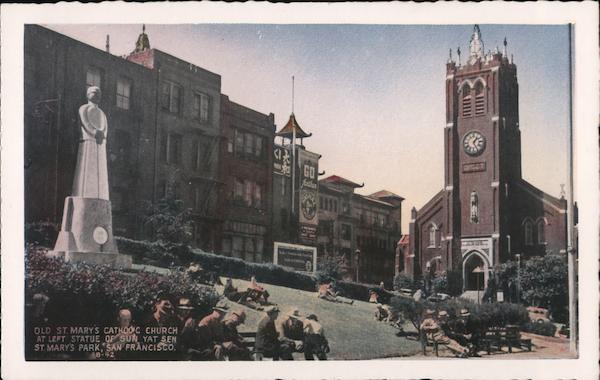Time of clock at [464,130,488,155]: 1:25
